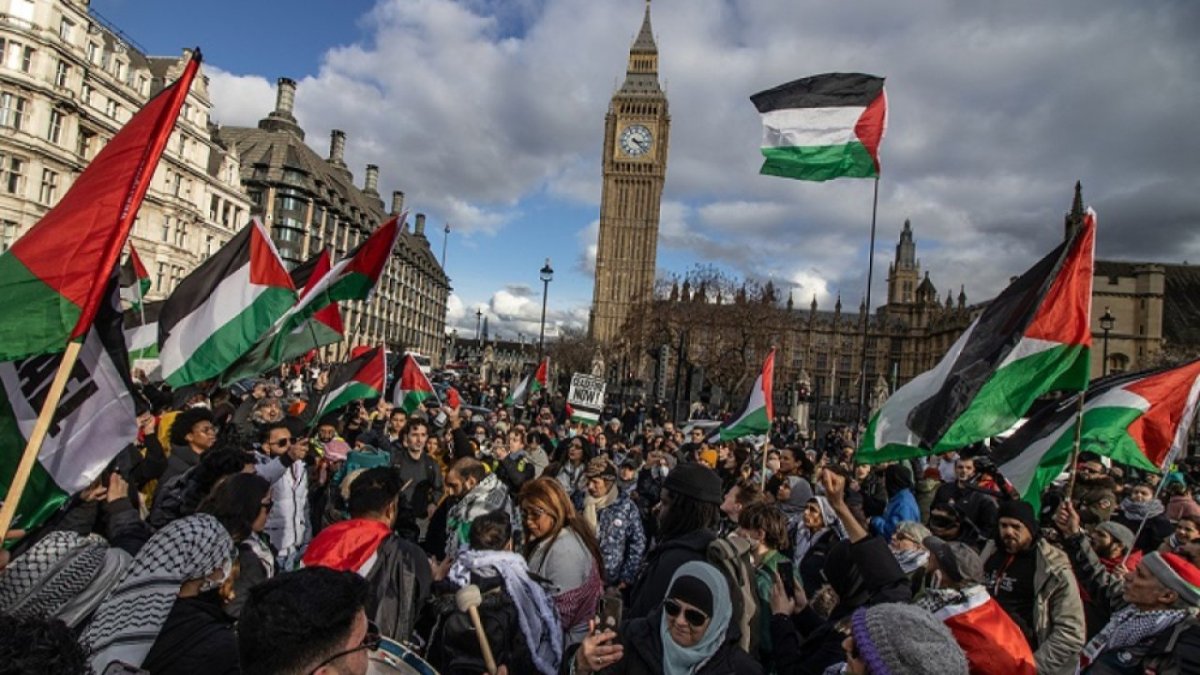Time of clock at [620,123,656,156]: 3:22
